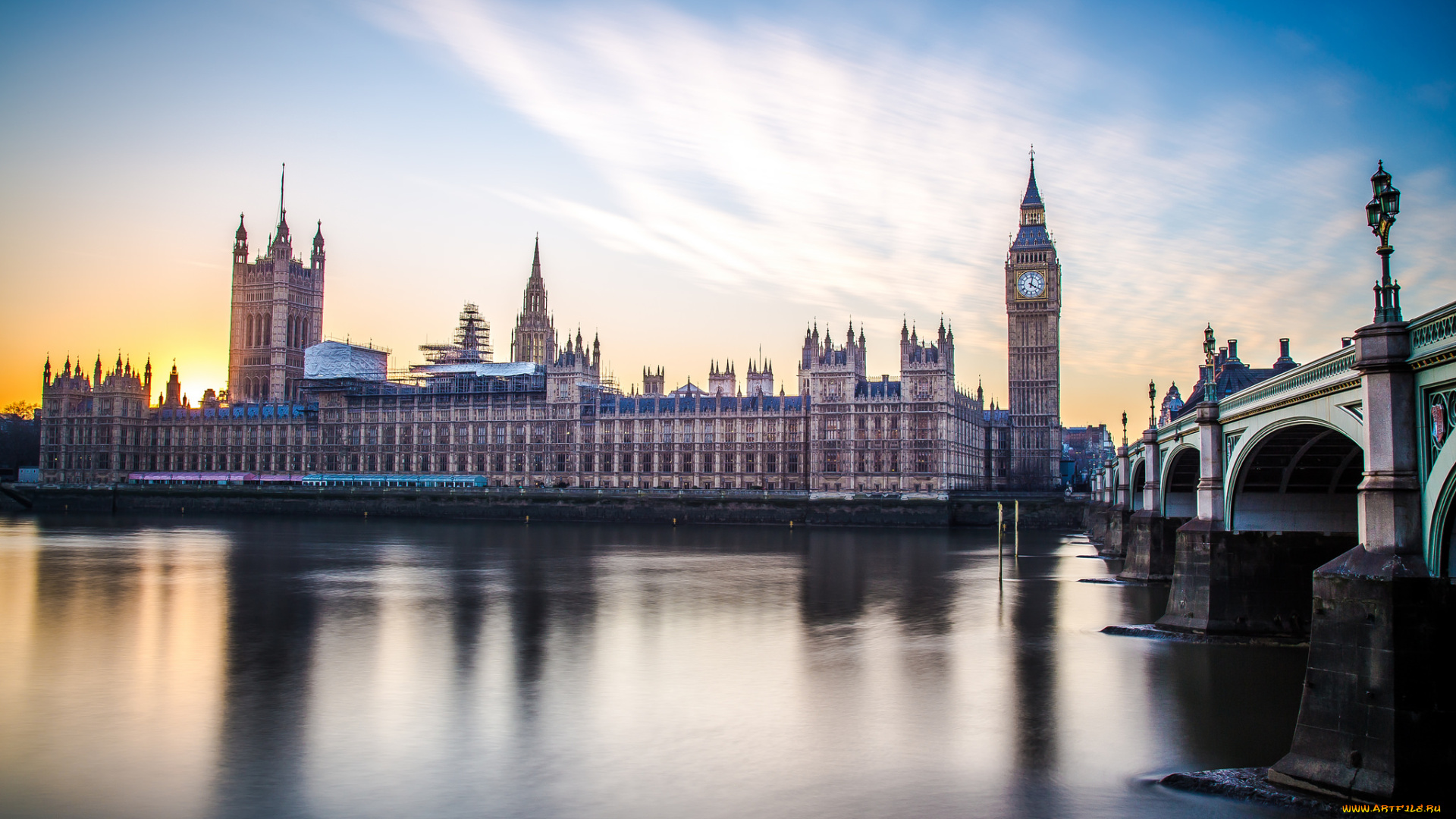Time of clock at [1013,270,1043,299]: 4:02
